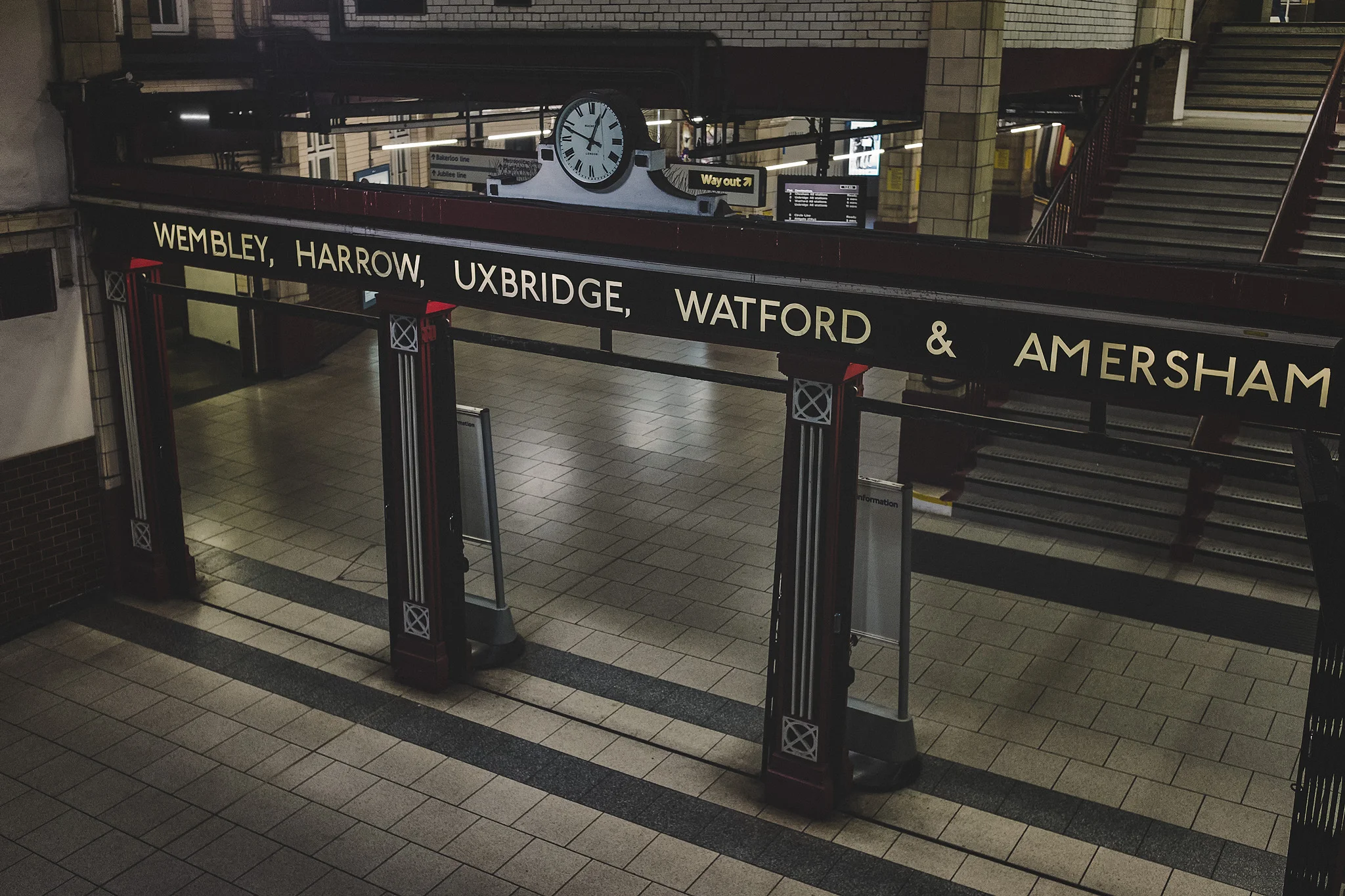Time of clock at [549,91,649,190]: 12:48
